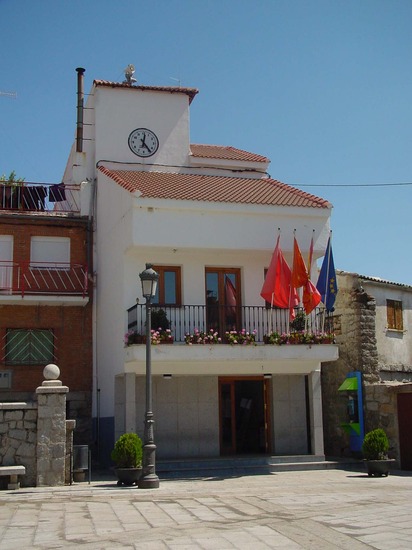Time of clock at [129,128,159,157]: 12:23
